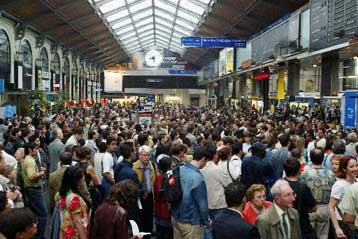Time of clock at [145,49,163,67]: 8:27
